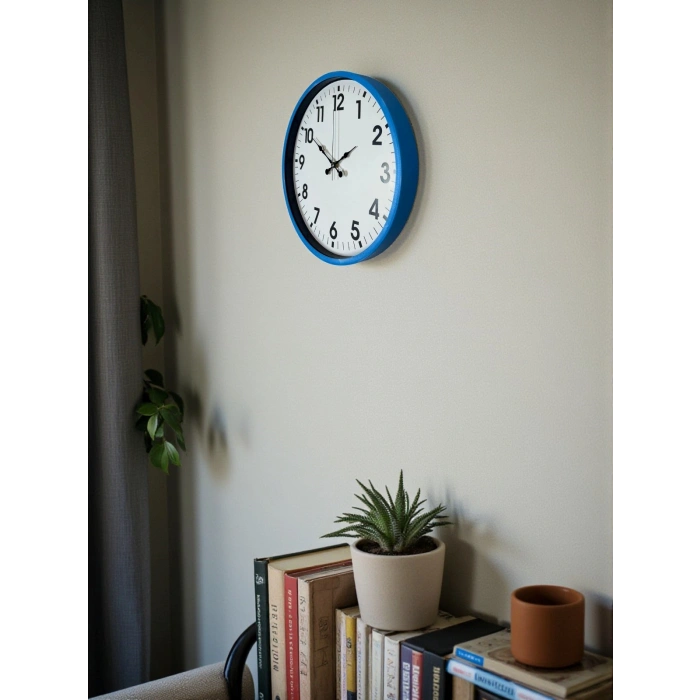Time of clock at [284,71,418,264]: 1:50
